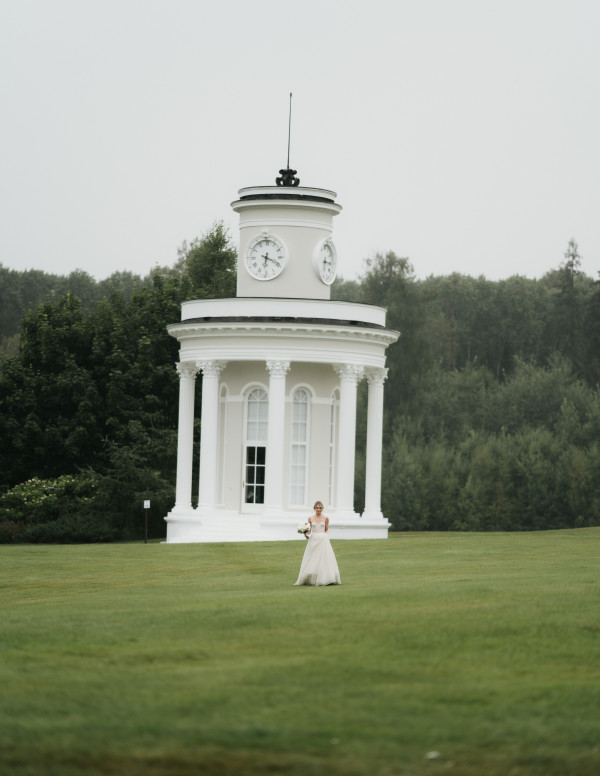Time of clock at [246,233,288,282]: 6:18
